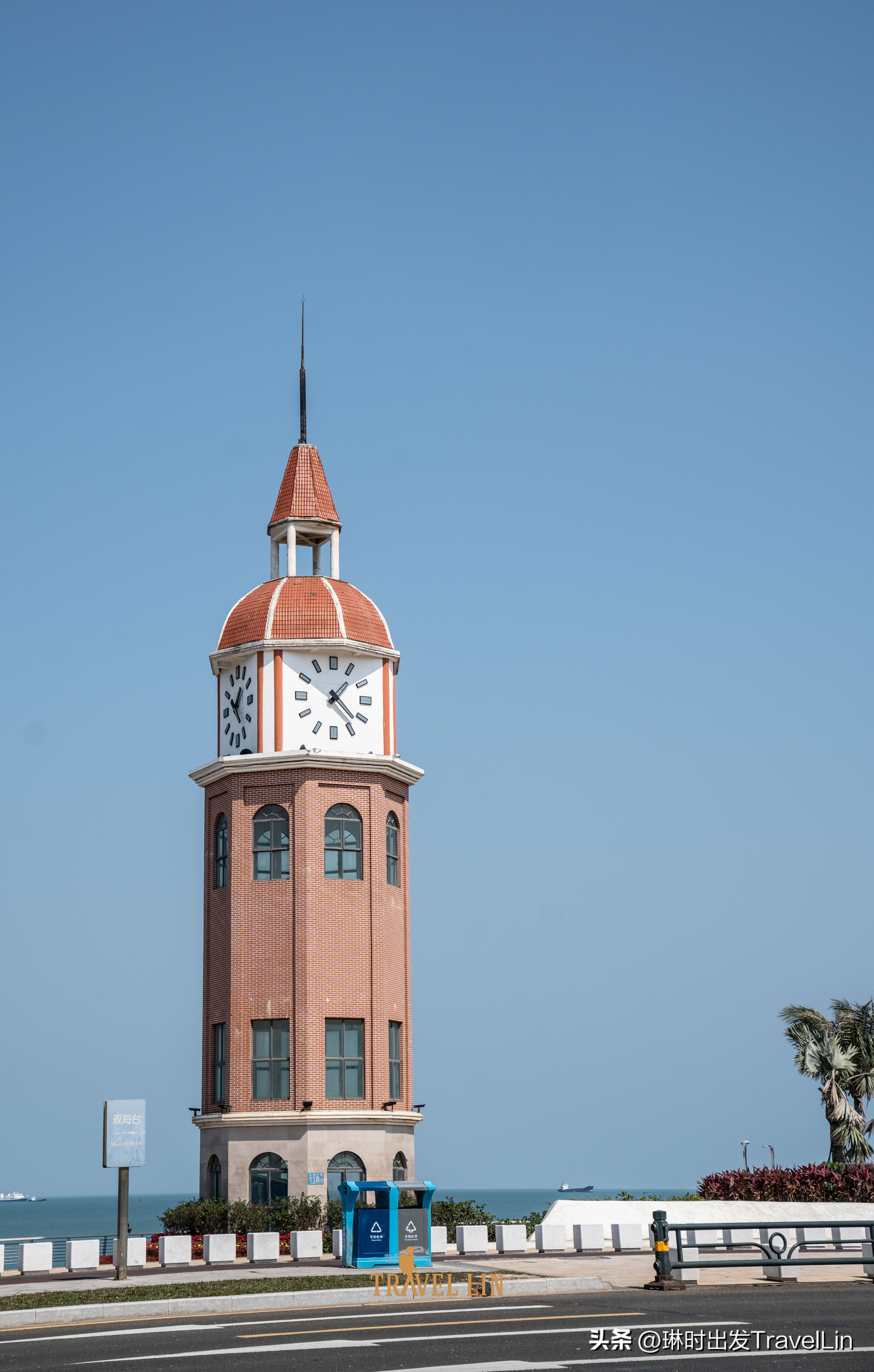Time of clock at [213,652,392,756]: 1:22
